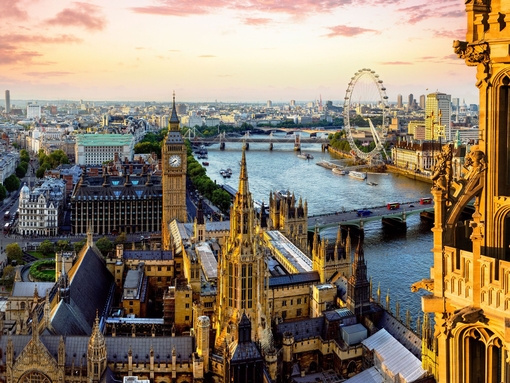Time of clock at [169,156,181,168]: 7:40
